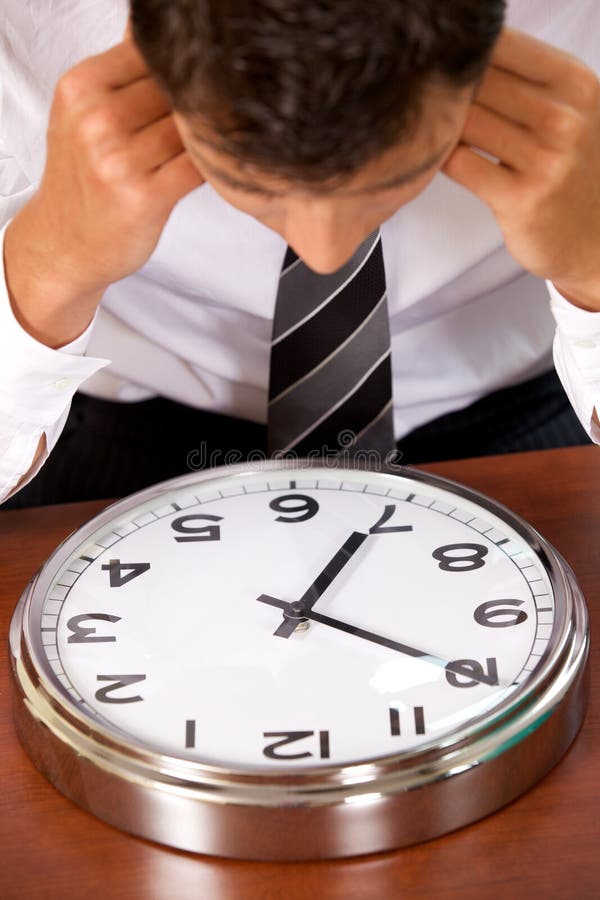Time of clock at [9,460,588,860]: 4:04
